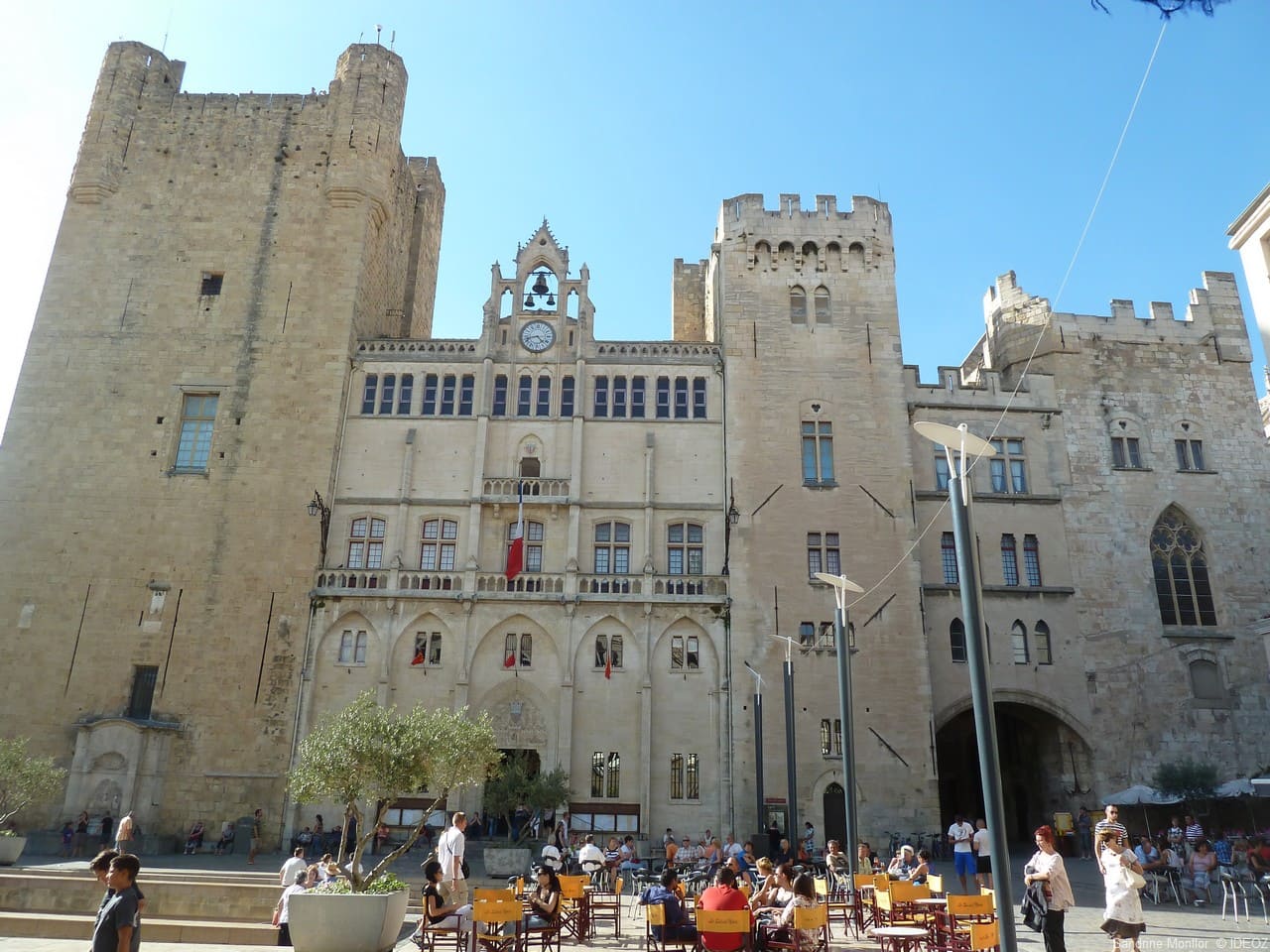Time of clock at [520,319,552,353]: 8:22
